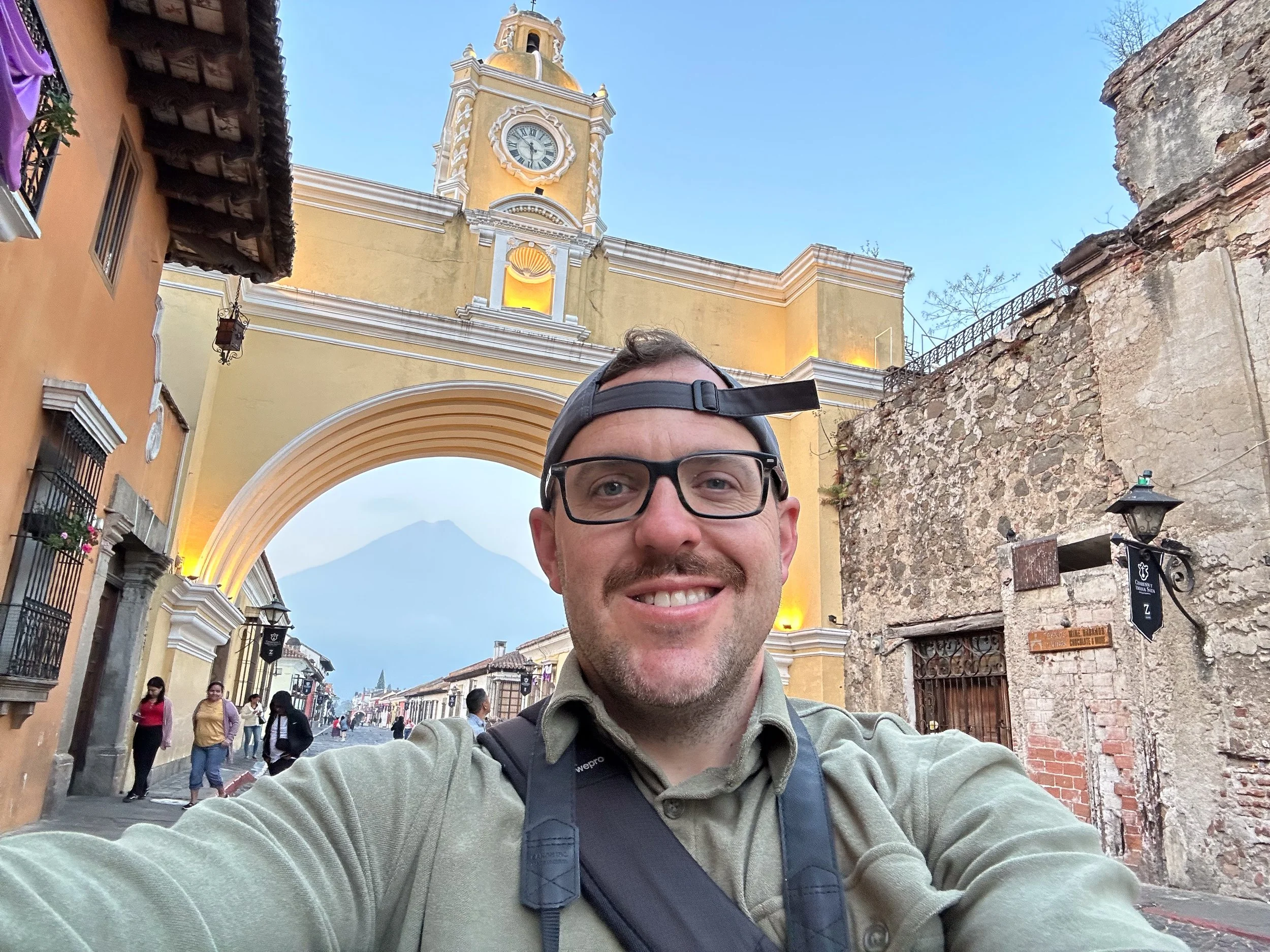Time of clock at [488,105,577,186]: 5:51
